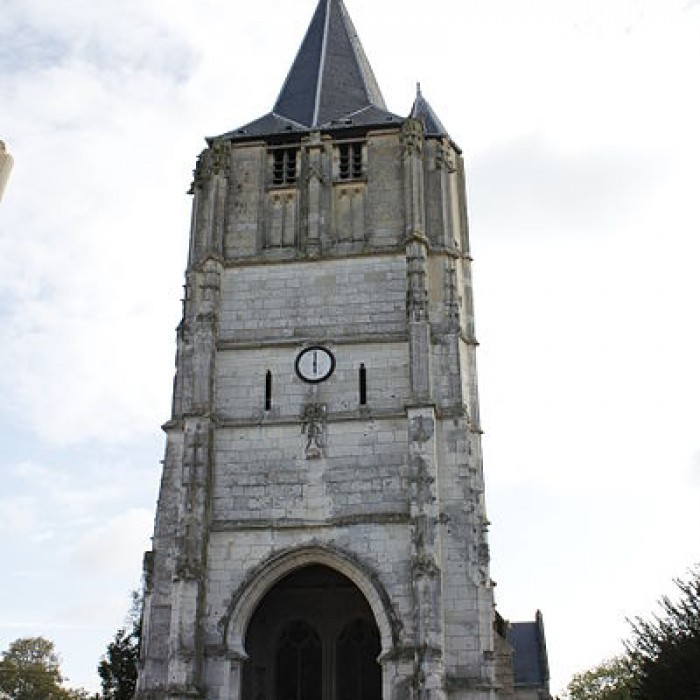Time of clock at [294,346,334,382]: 6:00
